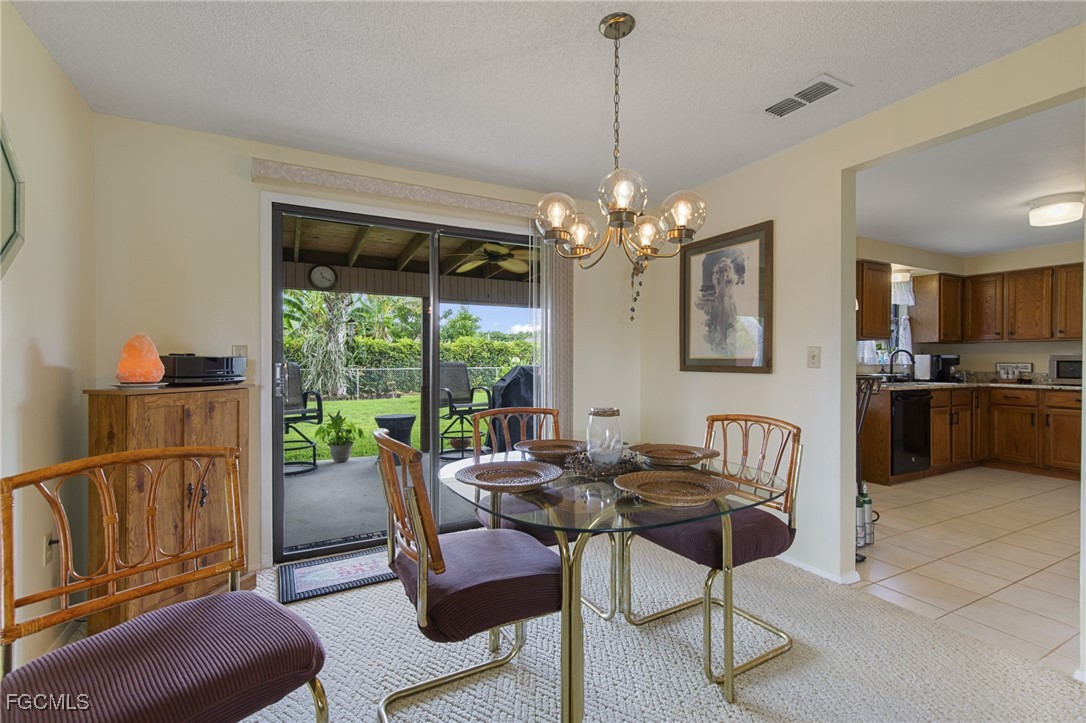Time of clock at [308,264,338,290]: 11:19
